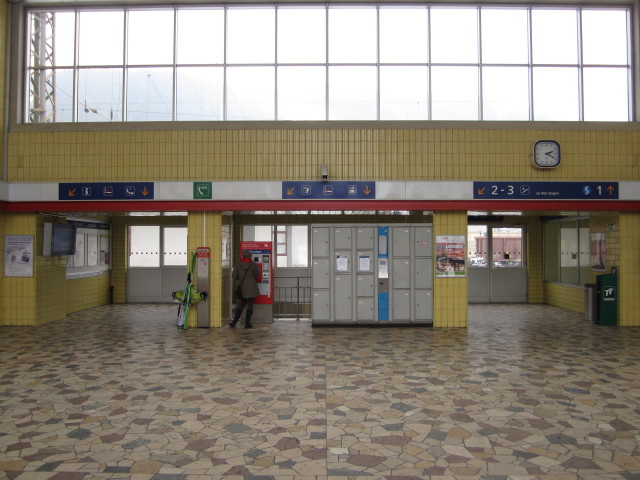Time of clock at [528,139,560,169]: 2:19
